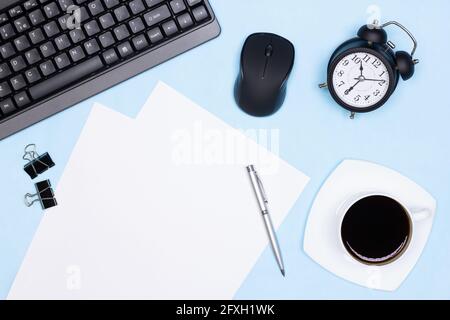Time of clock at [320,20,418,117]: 11:35
